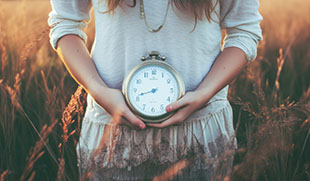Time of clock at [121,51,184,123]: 8:42
